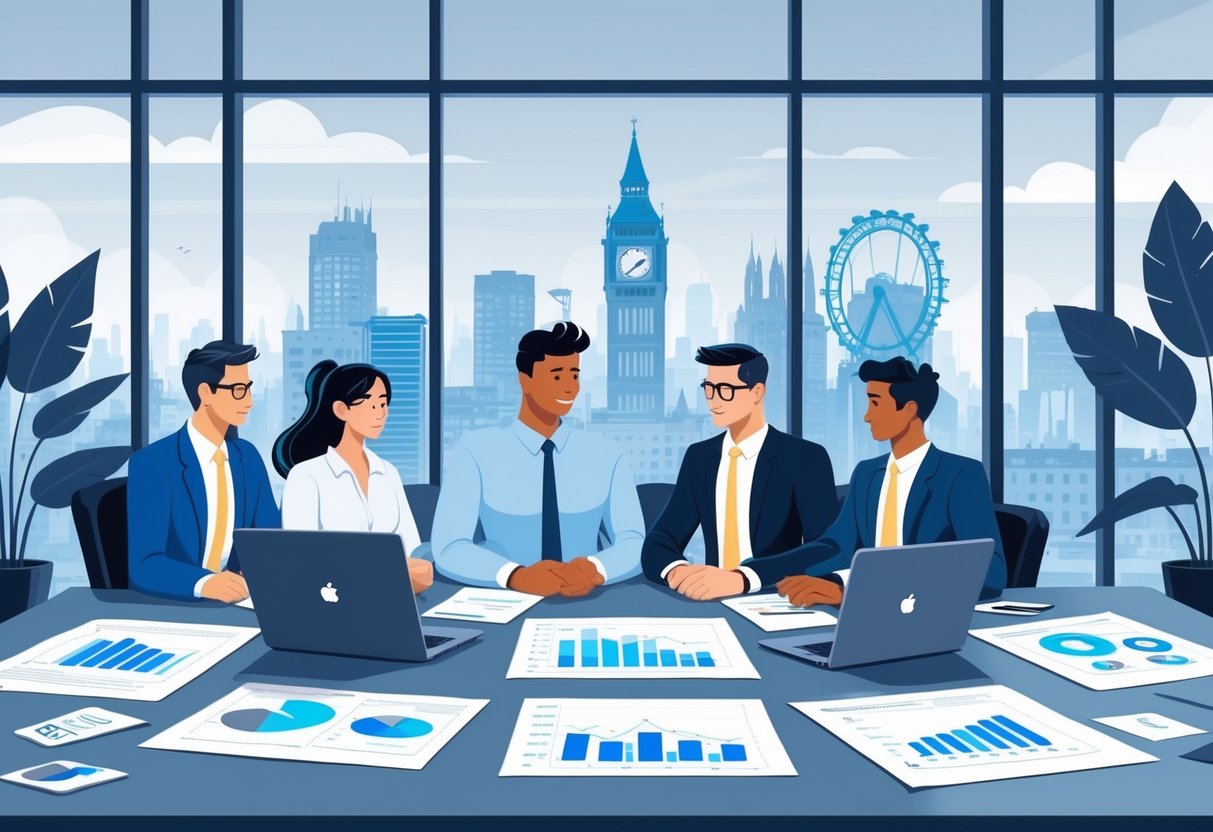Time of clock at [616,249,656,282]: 1:37
